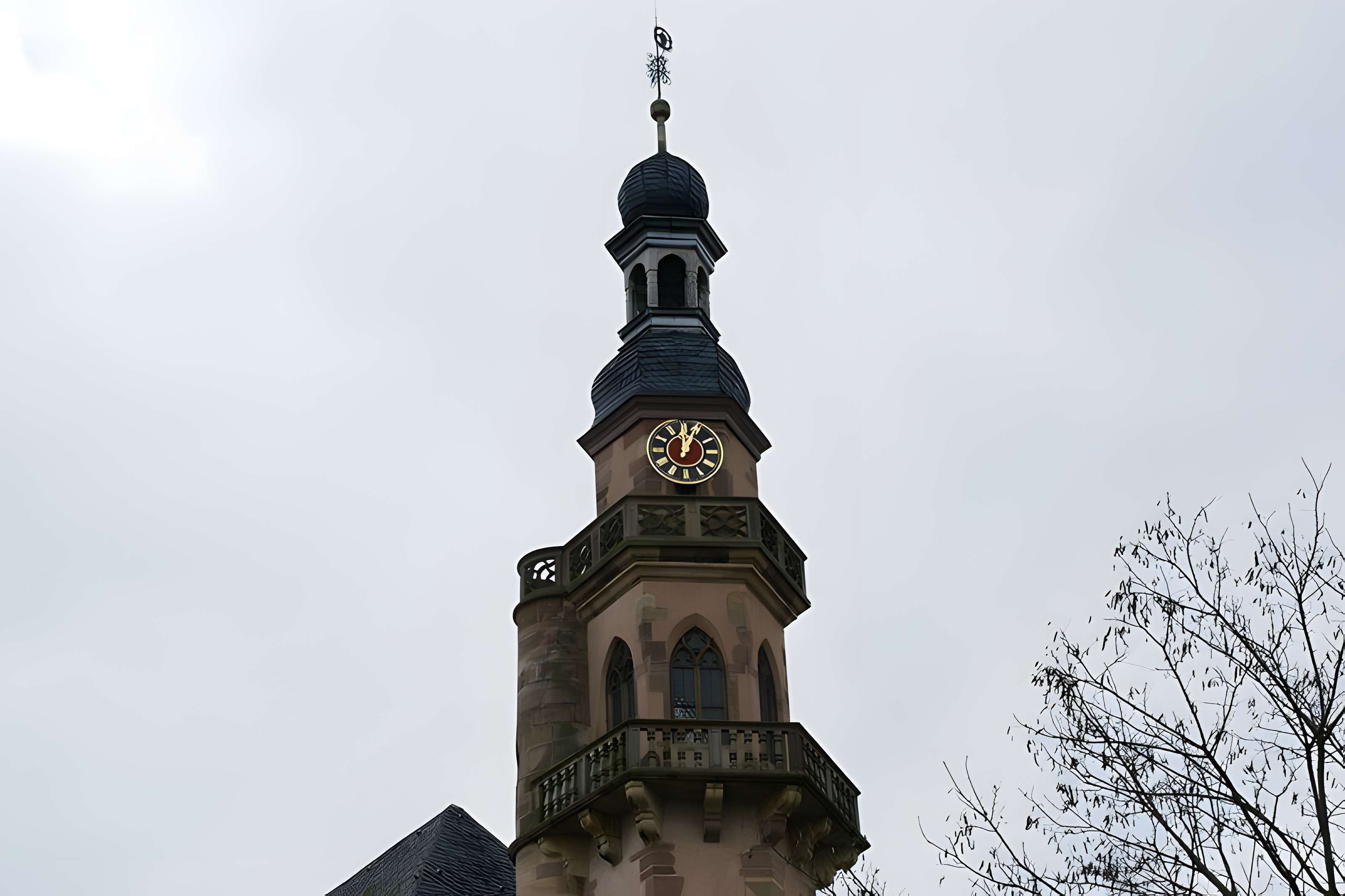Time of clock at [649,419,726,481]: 12:03
